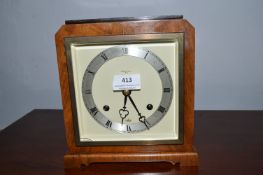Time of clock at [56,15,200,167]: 6:24
